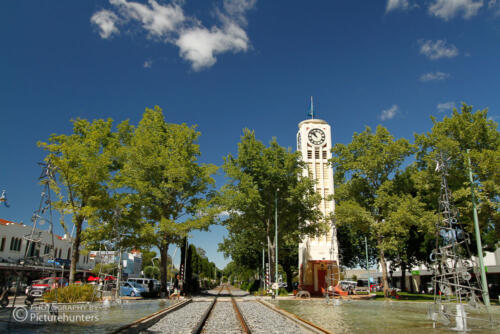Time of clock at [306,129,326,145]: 10:51
